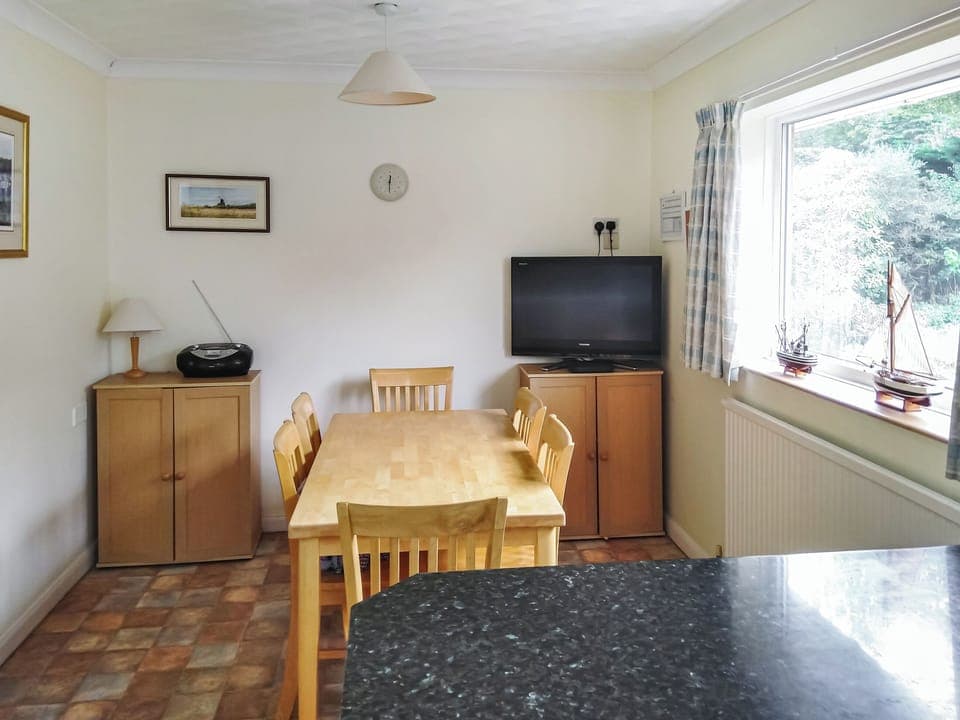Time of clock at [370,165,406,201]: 12:30
